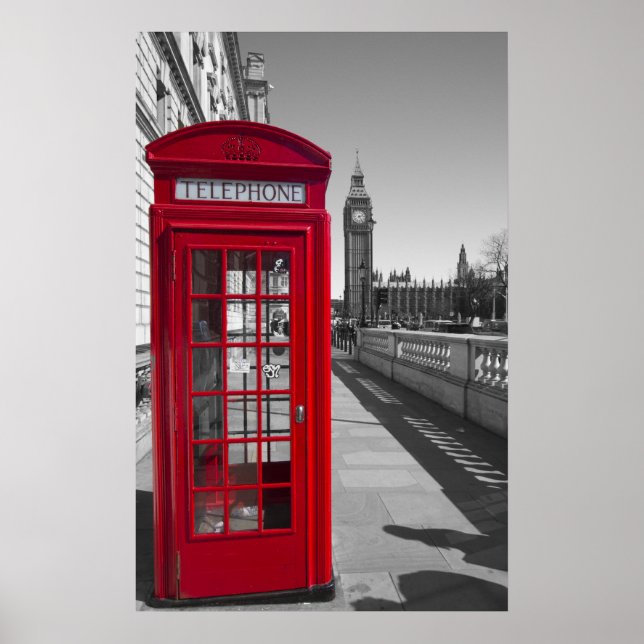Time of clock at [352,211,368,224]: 2:24
